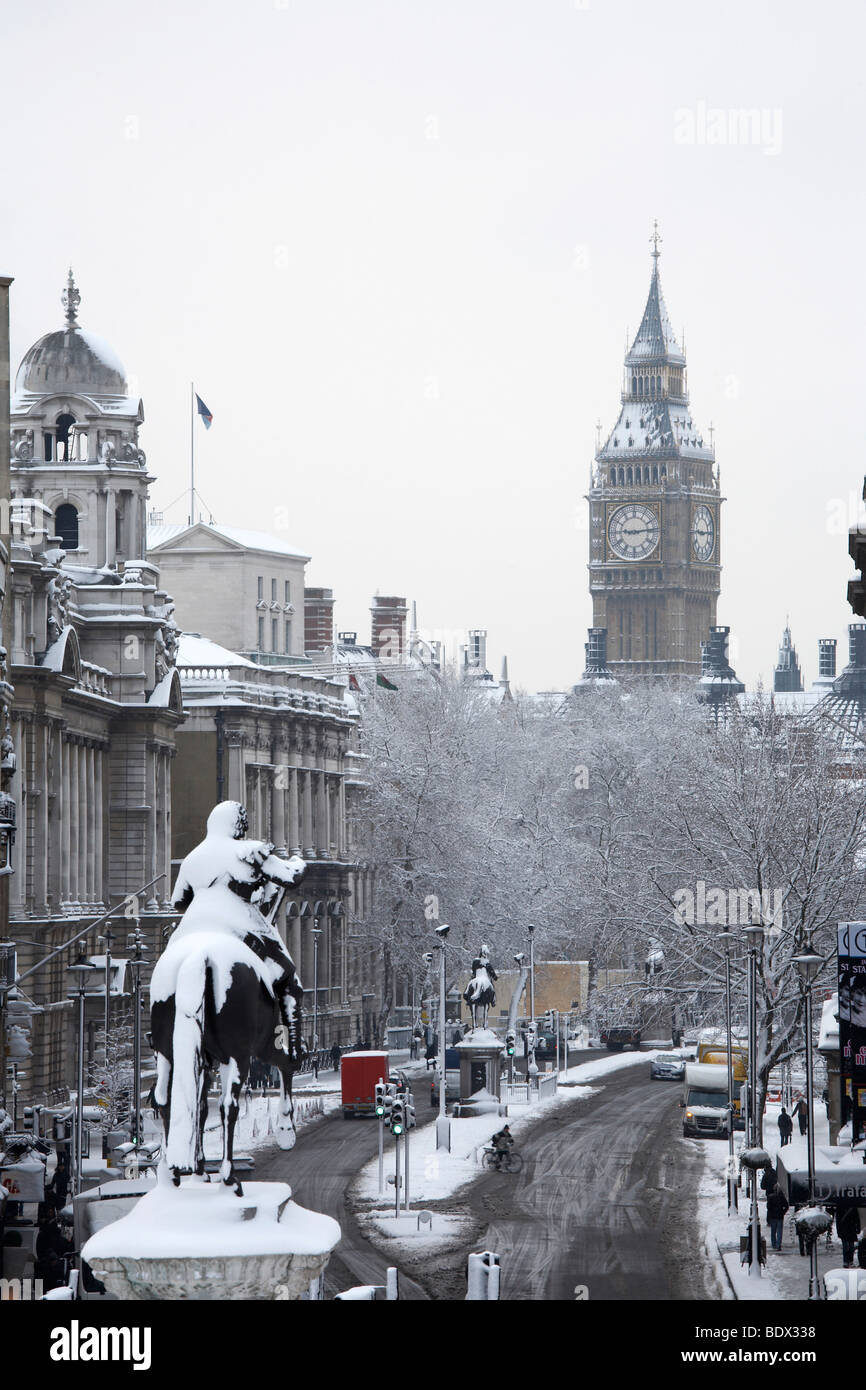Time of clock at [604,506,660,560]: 9:13
